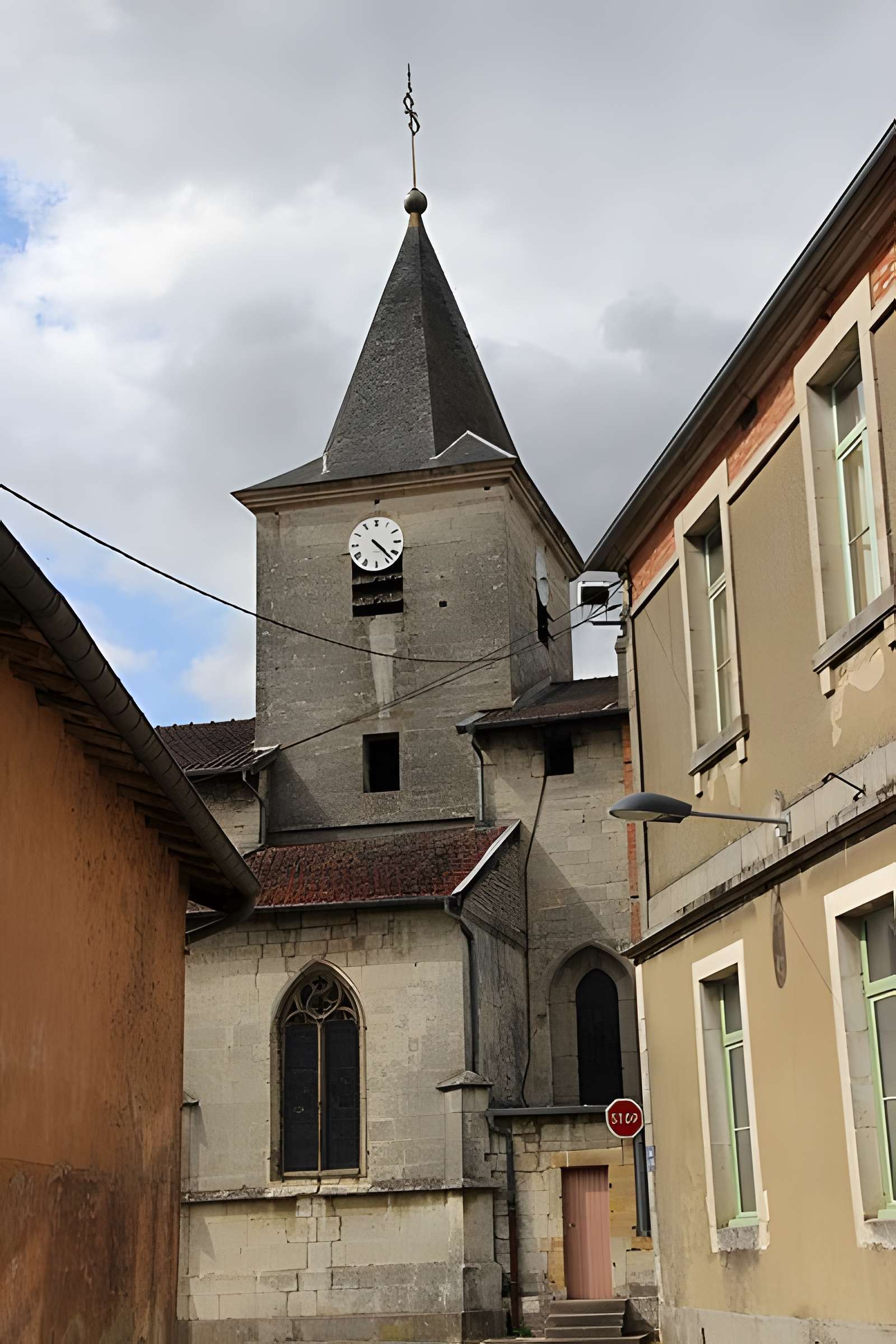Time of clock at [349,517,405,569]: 4:22
